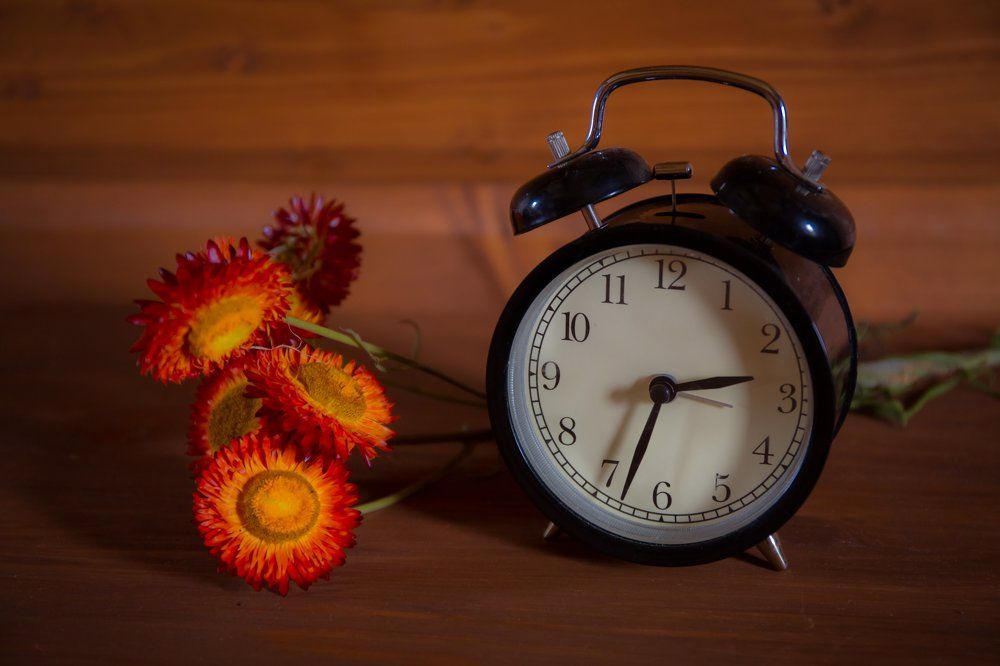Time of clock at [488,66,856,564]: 2:33
